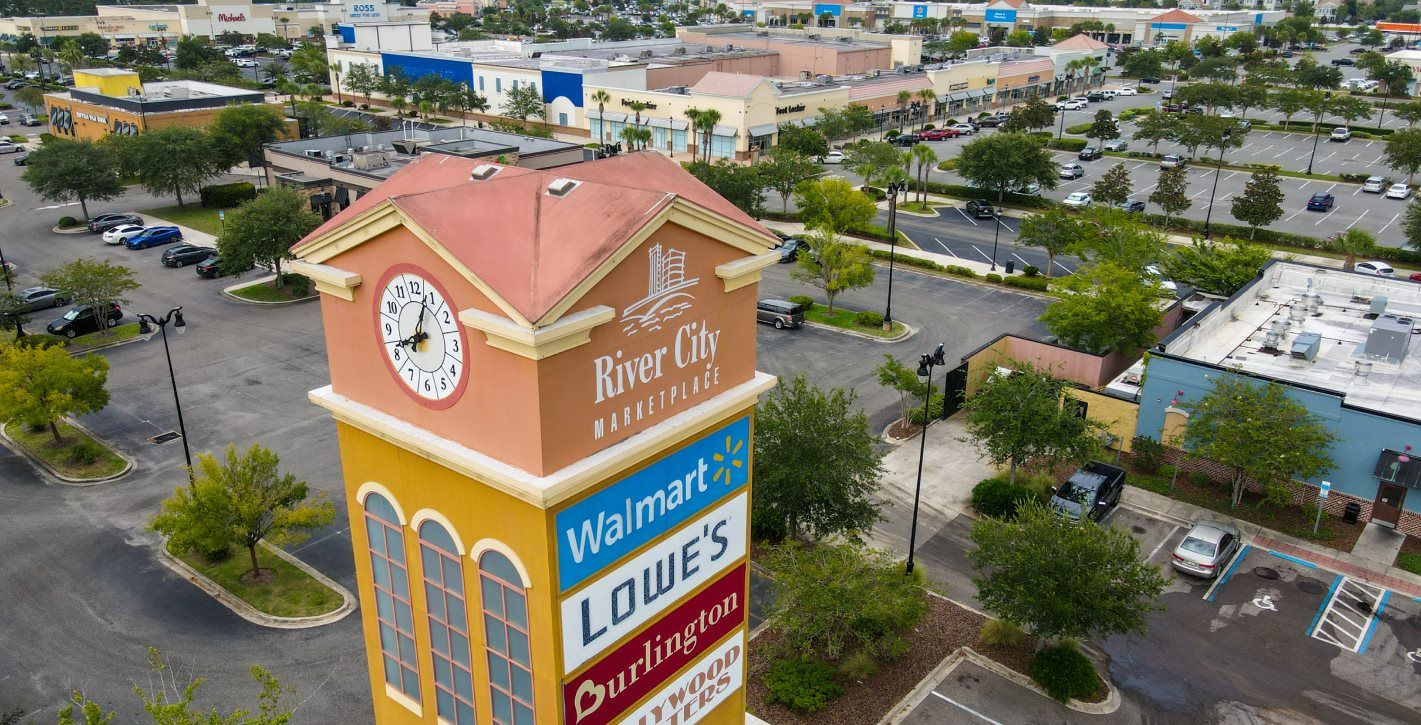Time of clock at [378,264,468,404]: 8:03
